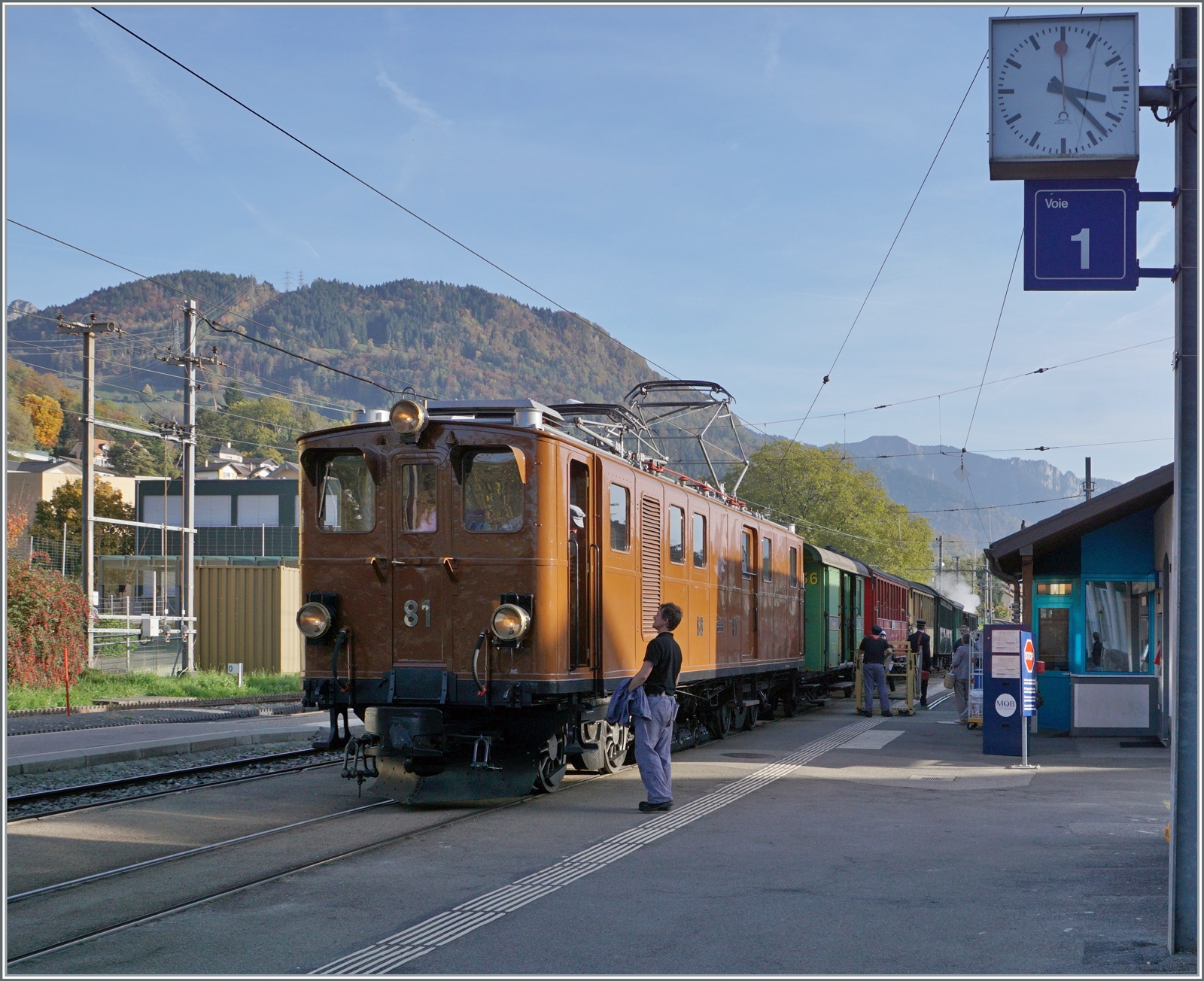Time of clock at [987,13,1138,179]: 3:22
